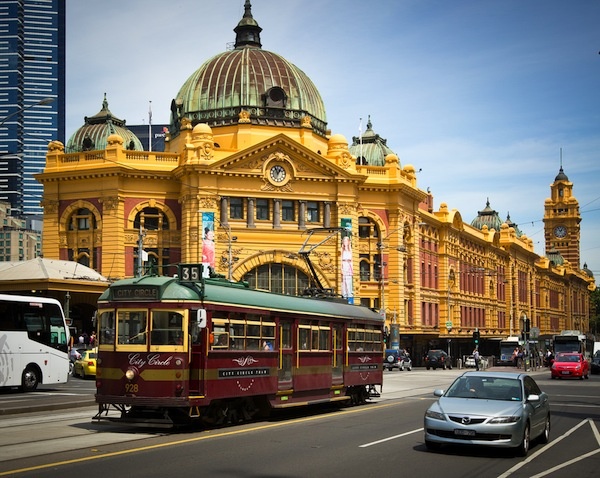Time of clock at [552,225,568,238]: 12:55
